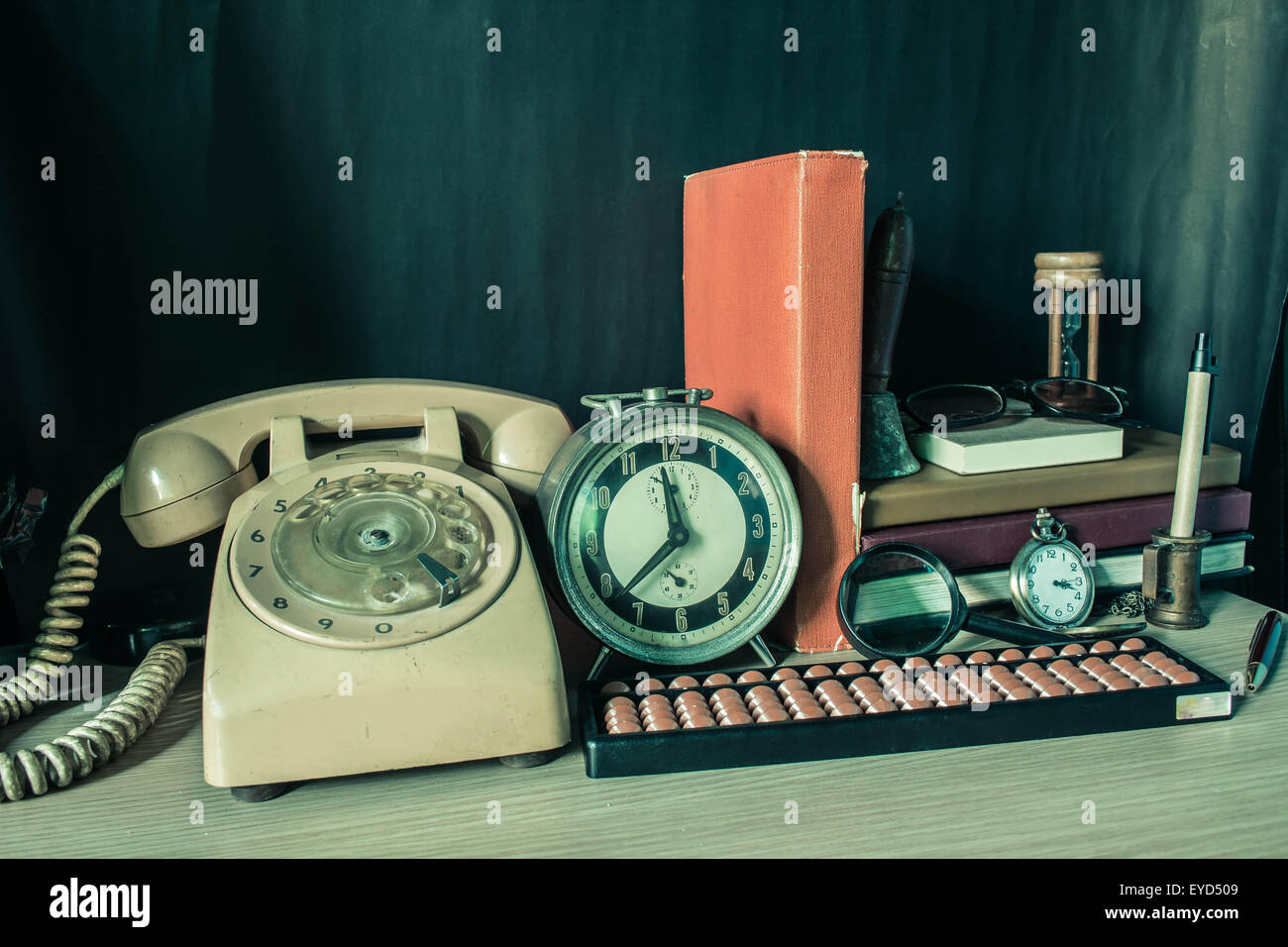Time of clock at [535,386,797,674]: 11:38
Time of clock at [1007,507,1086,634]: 3:18
